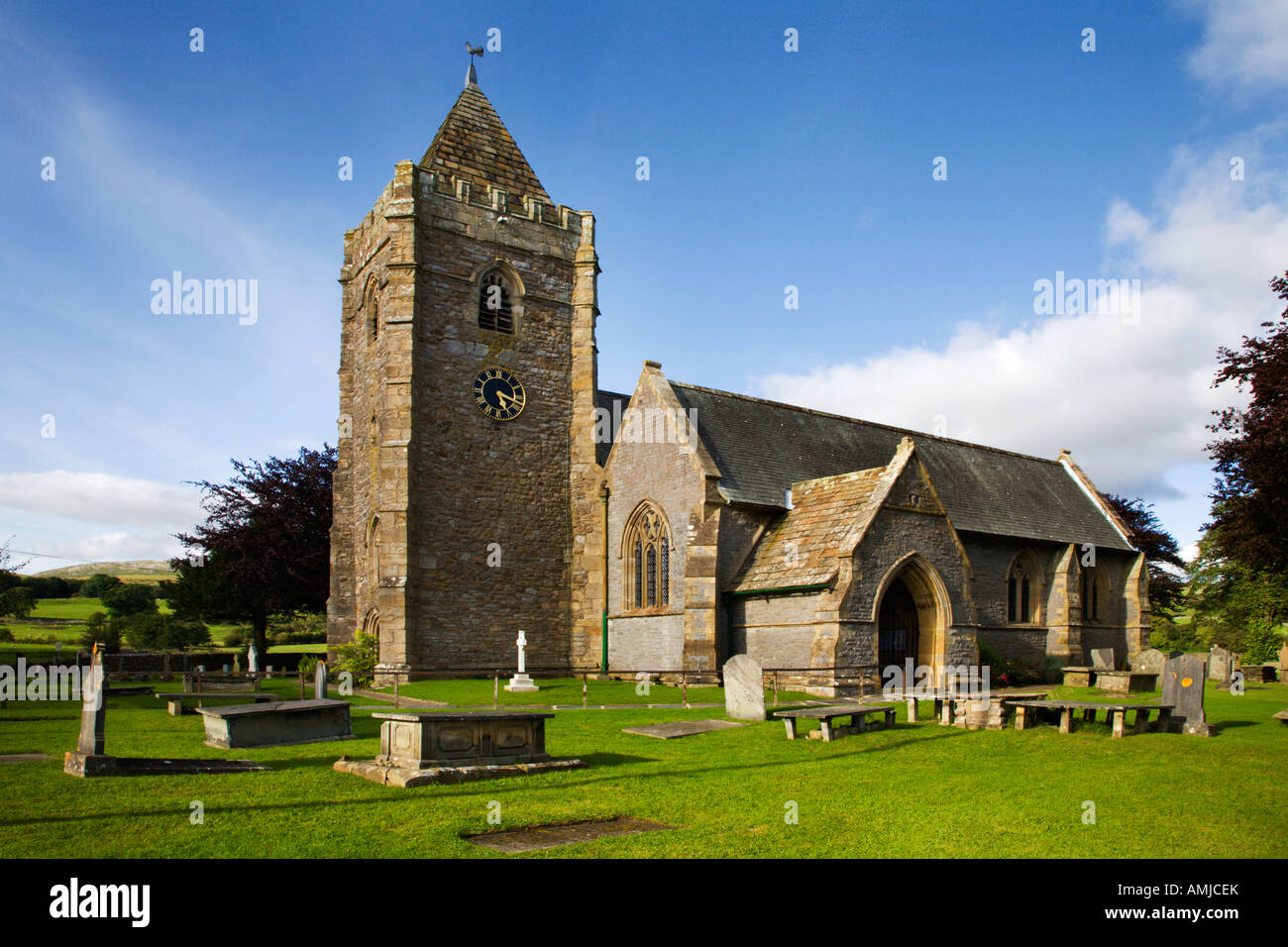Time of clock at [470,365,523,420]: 5:18
